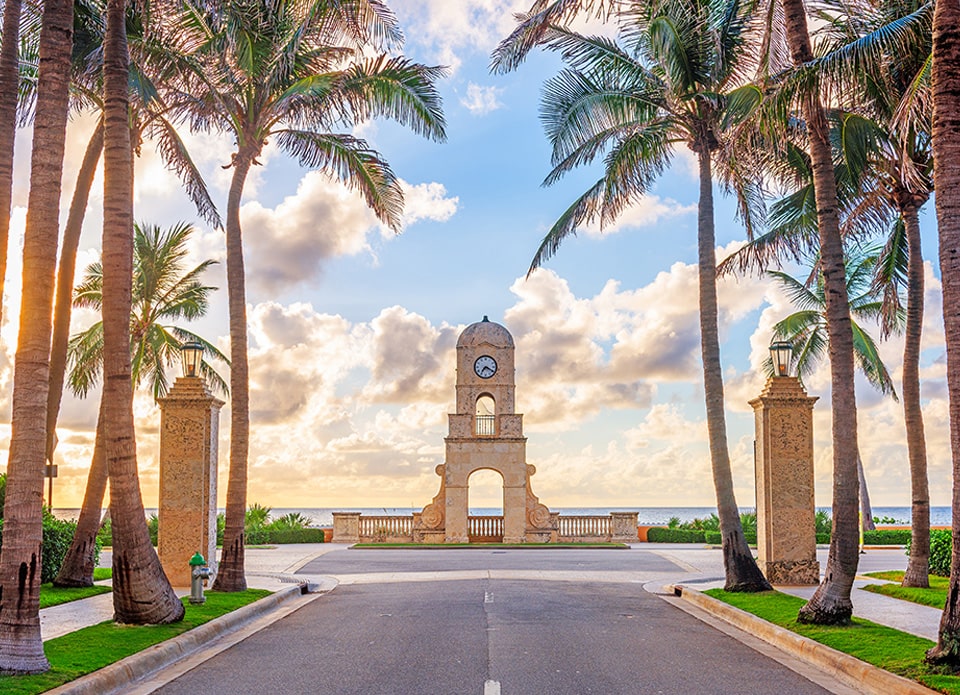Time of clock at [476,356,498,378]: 7:19
